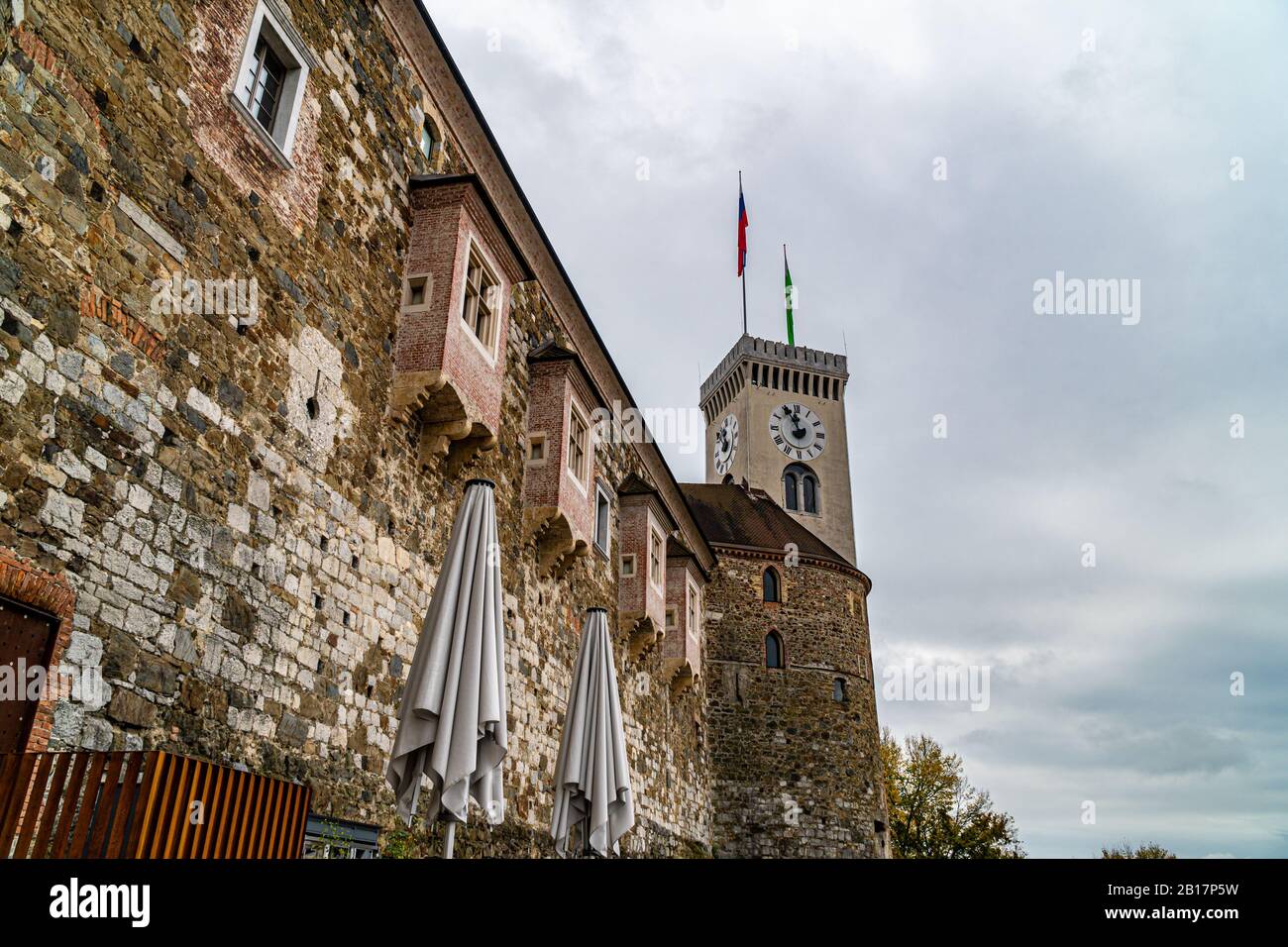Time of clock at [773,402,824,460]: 11:55
